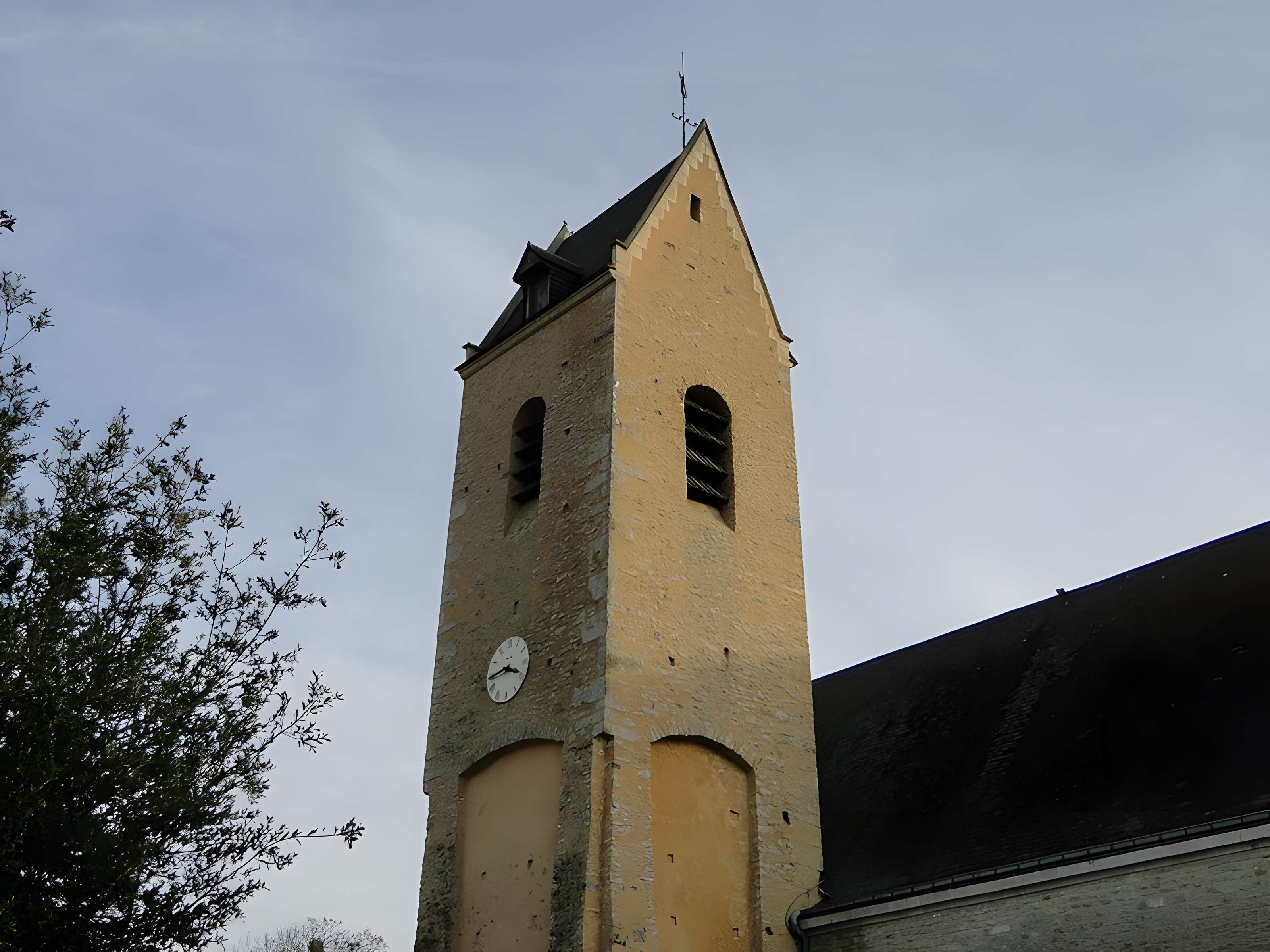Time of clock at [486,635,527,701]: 3:43
